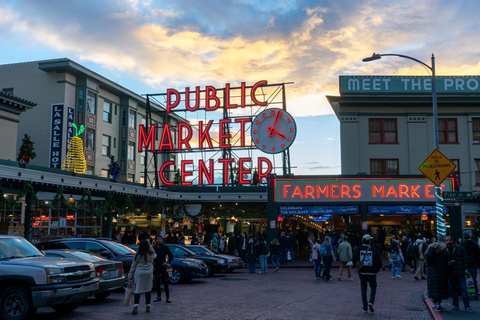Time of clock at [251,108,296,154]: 4:03
